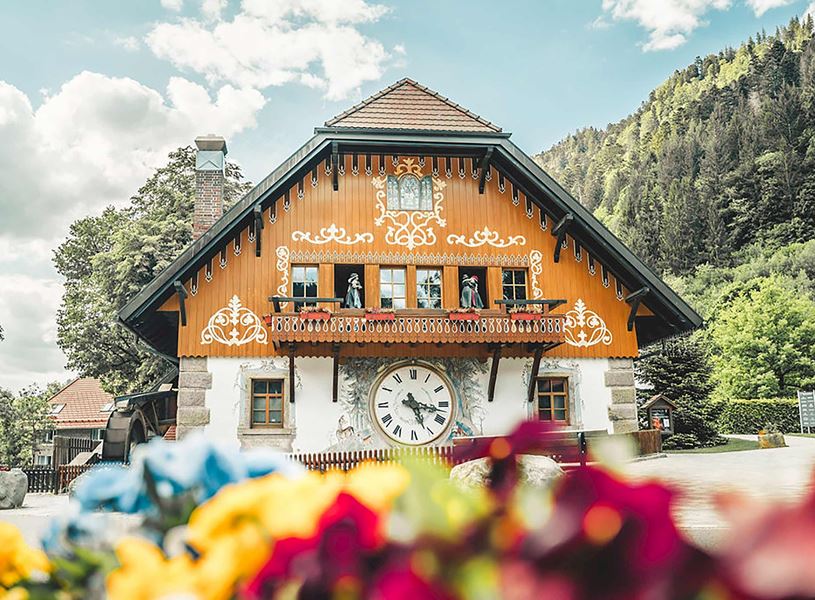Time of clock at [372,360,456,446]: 5:17
